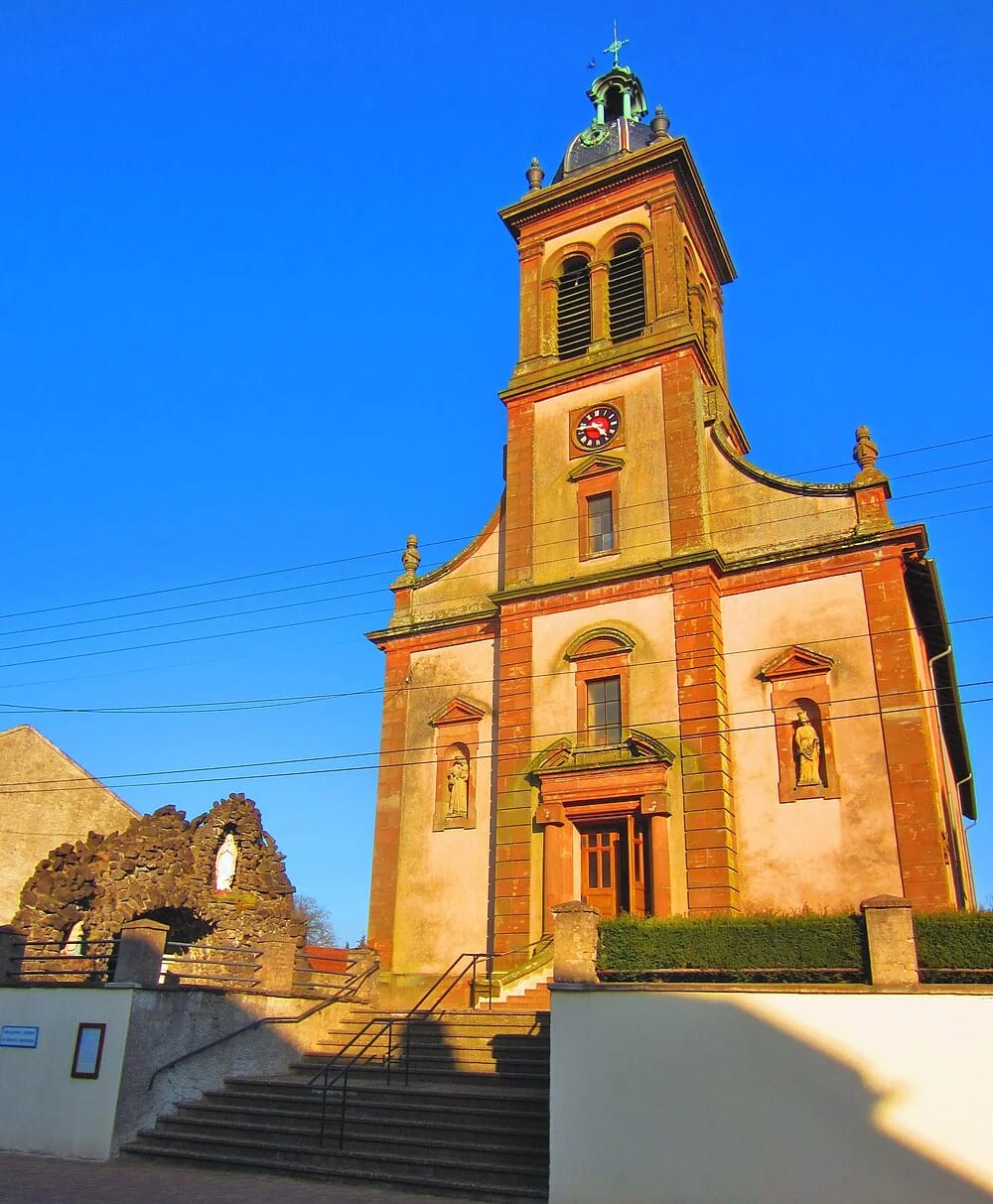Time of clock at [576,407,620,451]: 4:45
